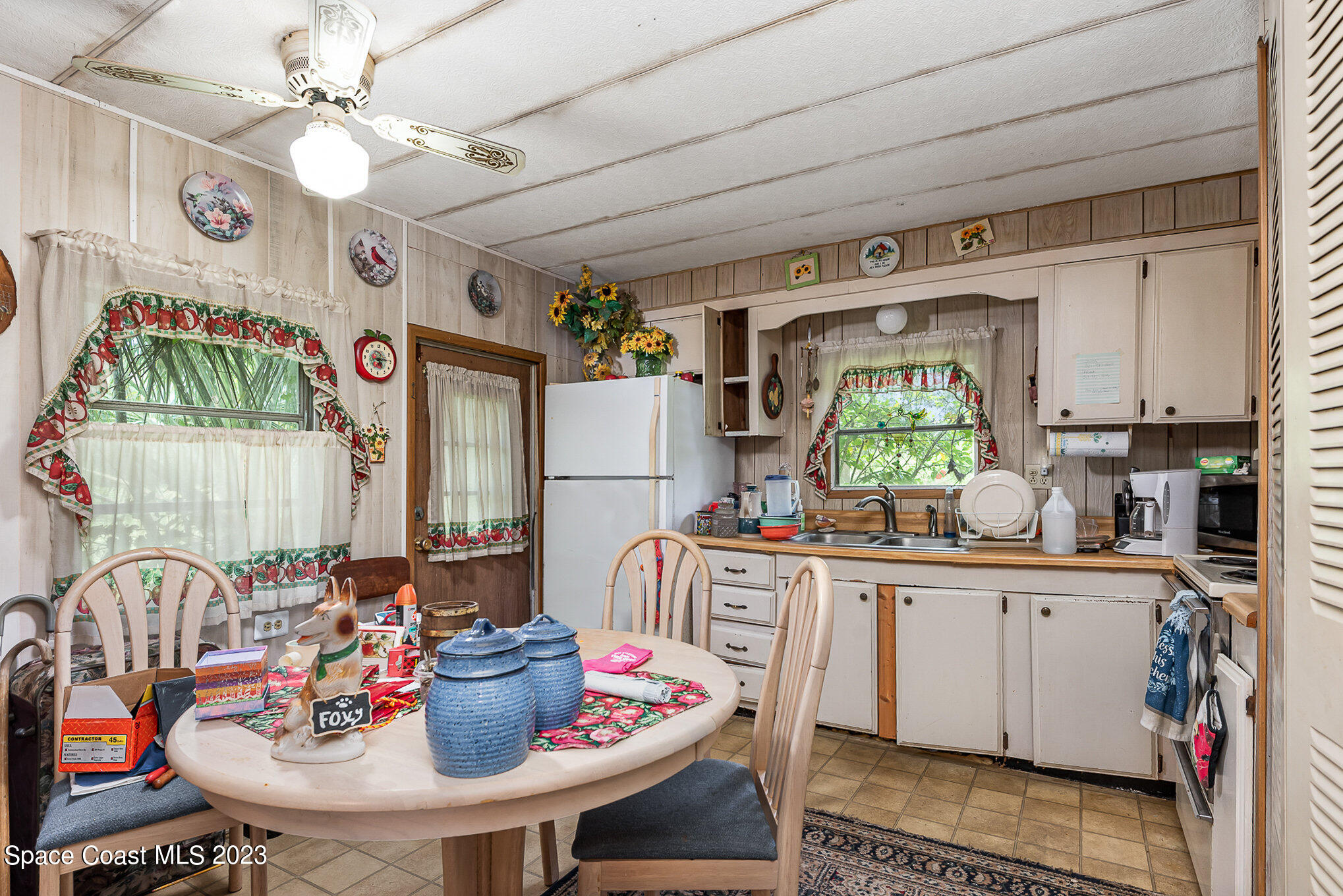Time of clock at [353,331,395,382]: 5:14
